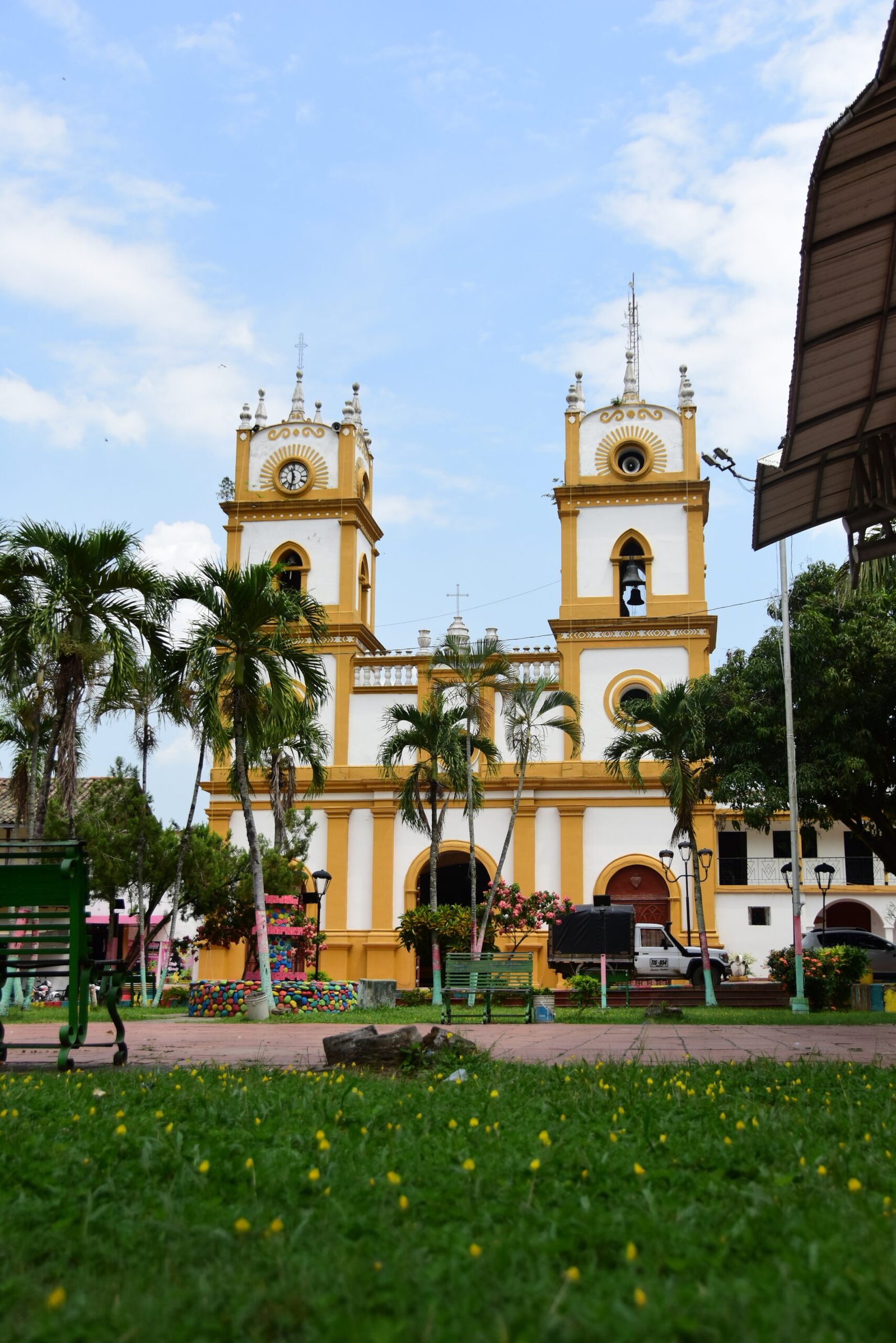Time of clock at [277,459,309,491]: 11:32
